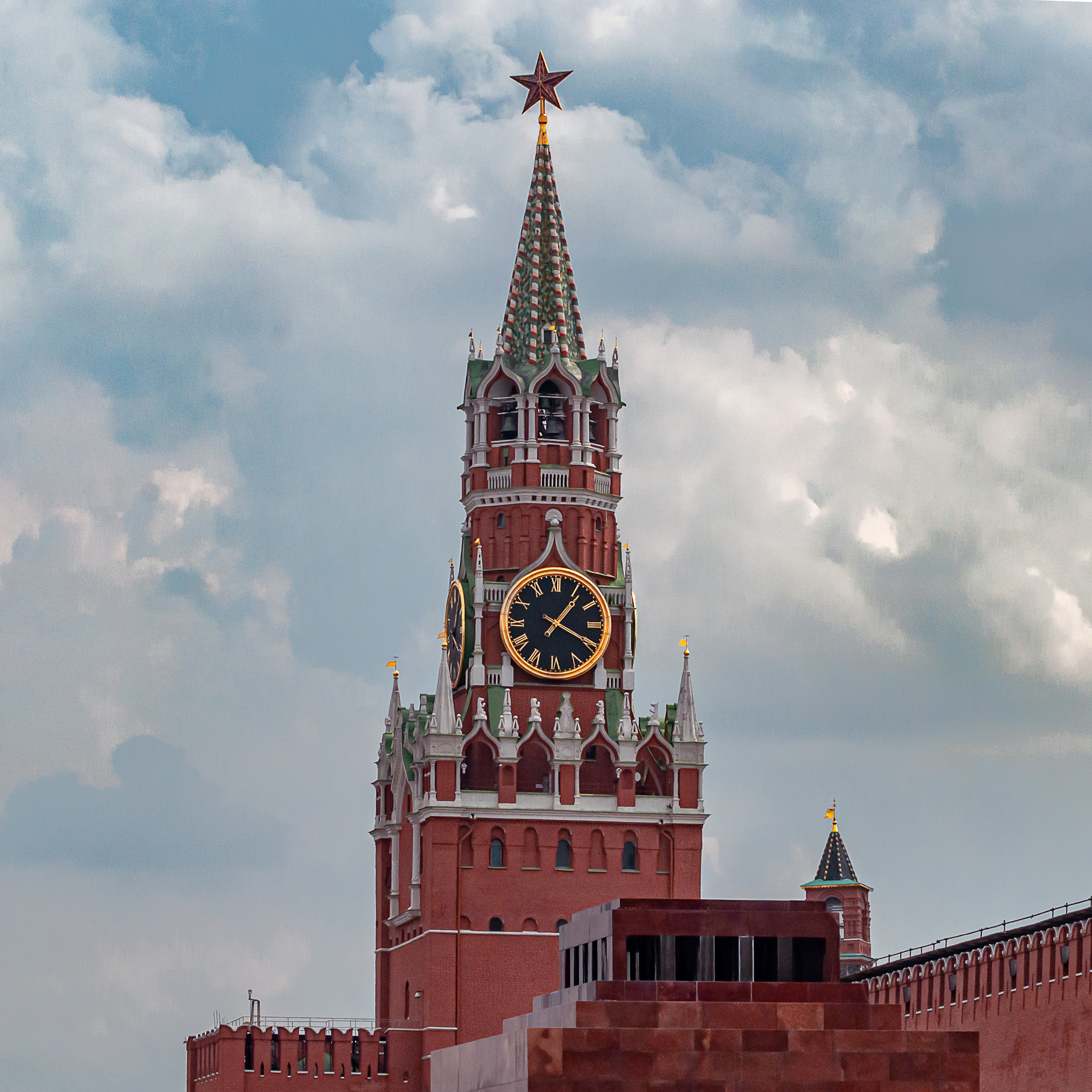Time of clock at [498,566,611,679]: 1:19
